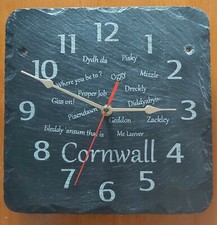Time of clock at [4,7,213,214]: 2:48
